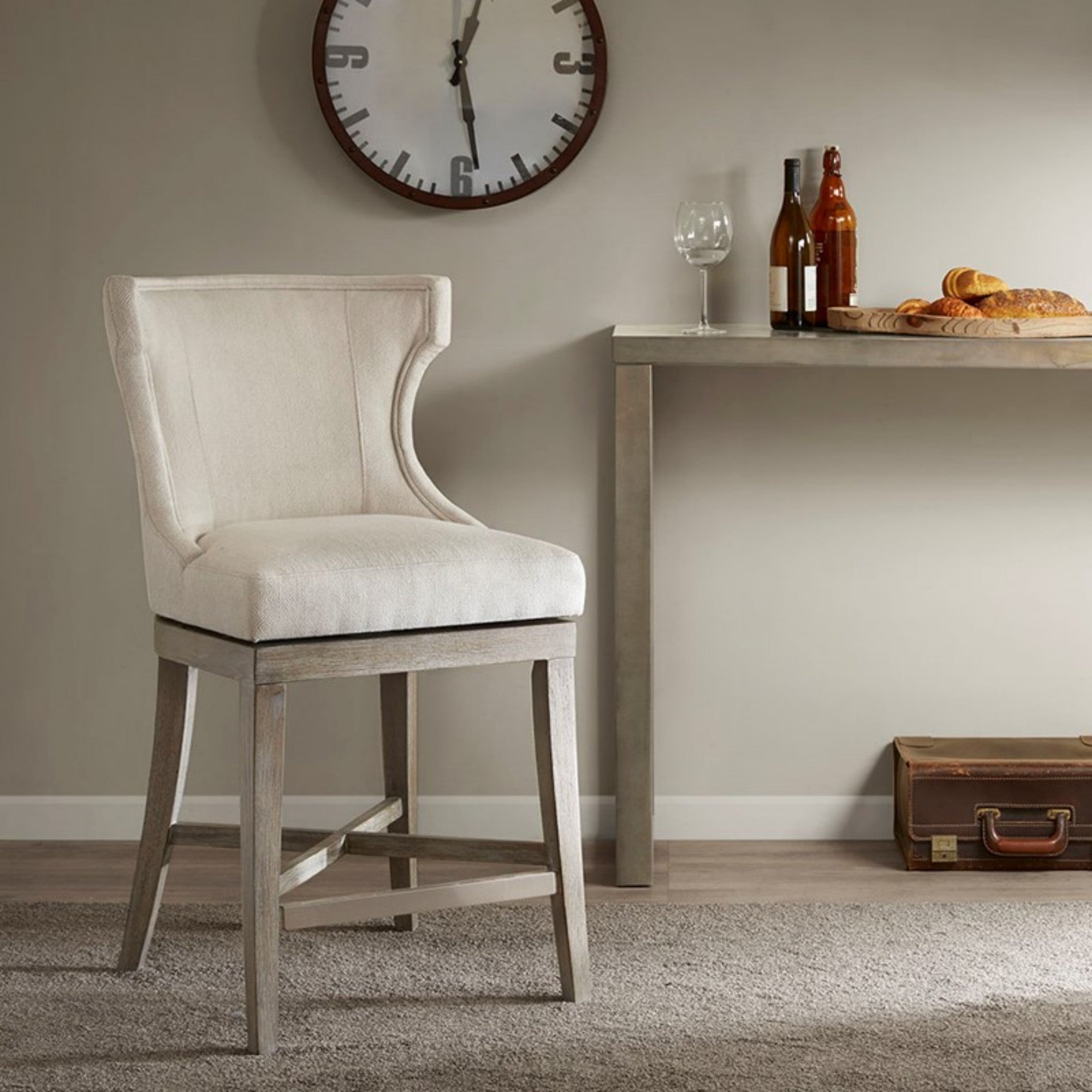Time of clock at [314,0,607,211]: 12:28
